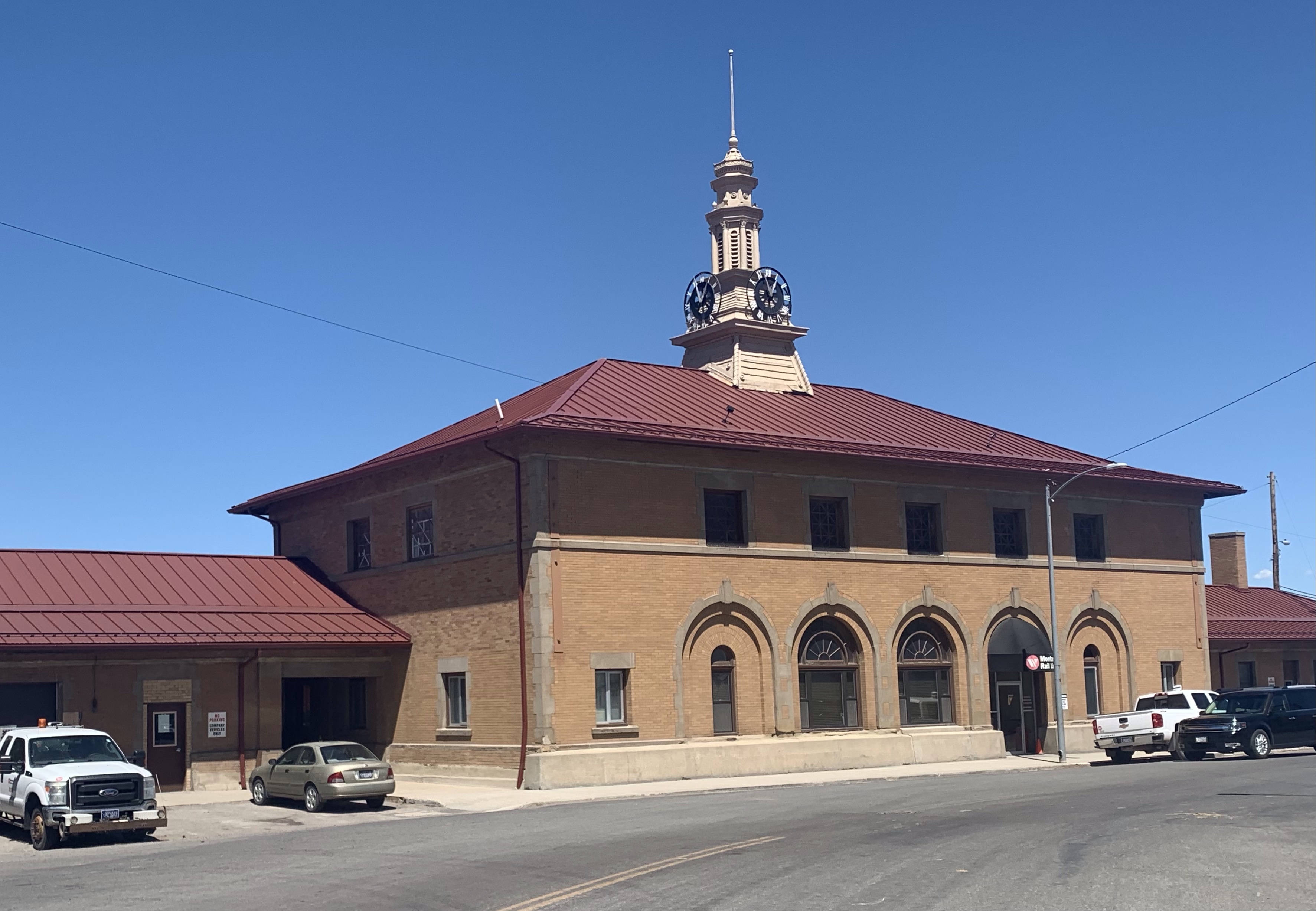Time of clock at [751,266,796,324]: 12:57
